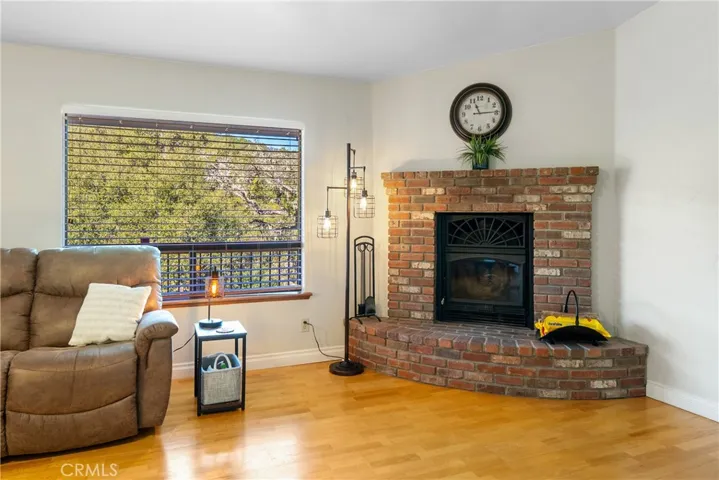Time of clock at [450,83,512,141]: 11:14
